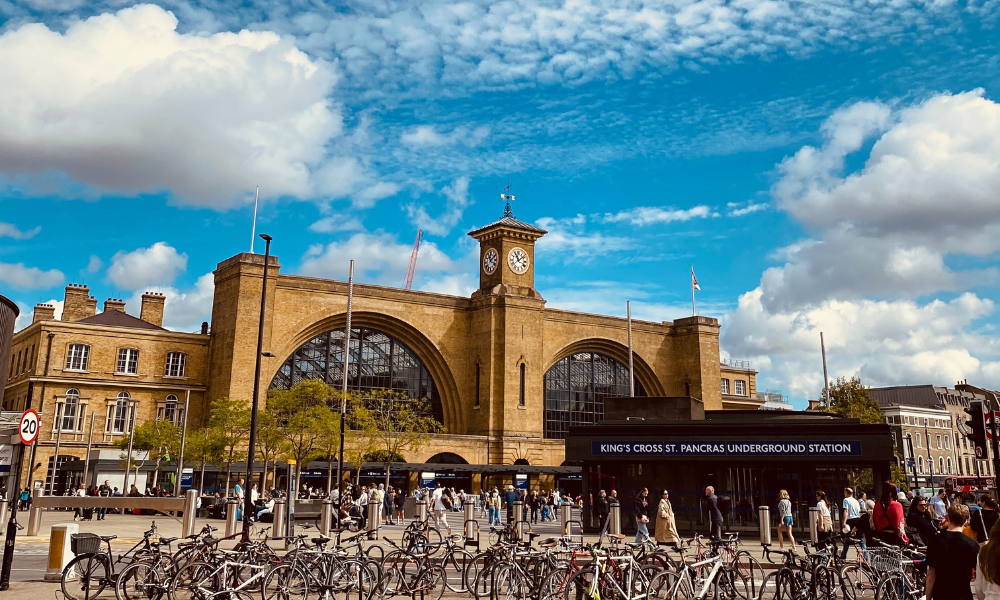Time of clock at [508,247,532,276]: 11:08
